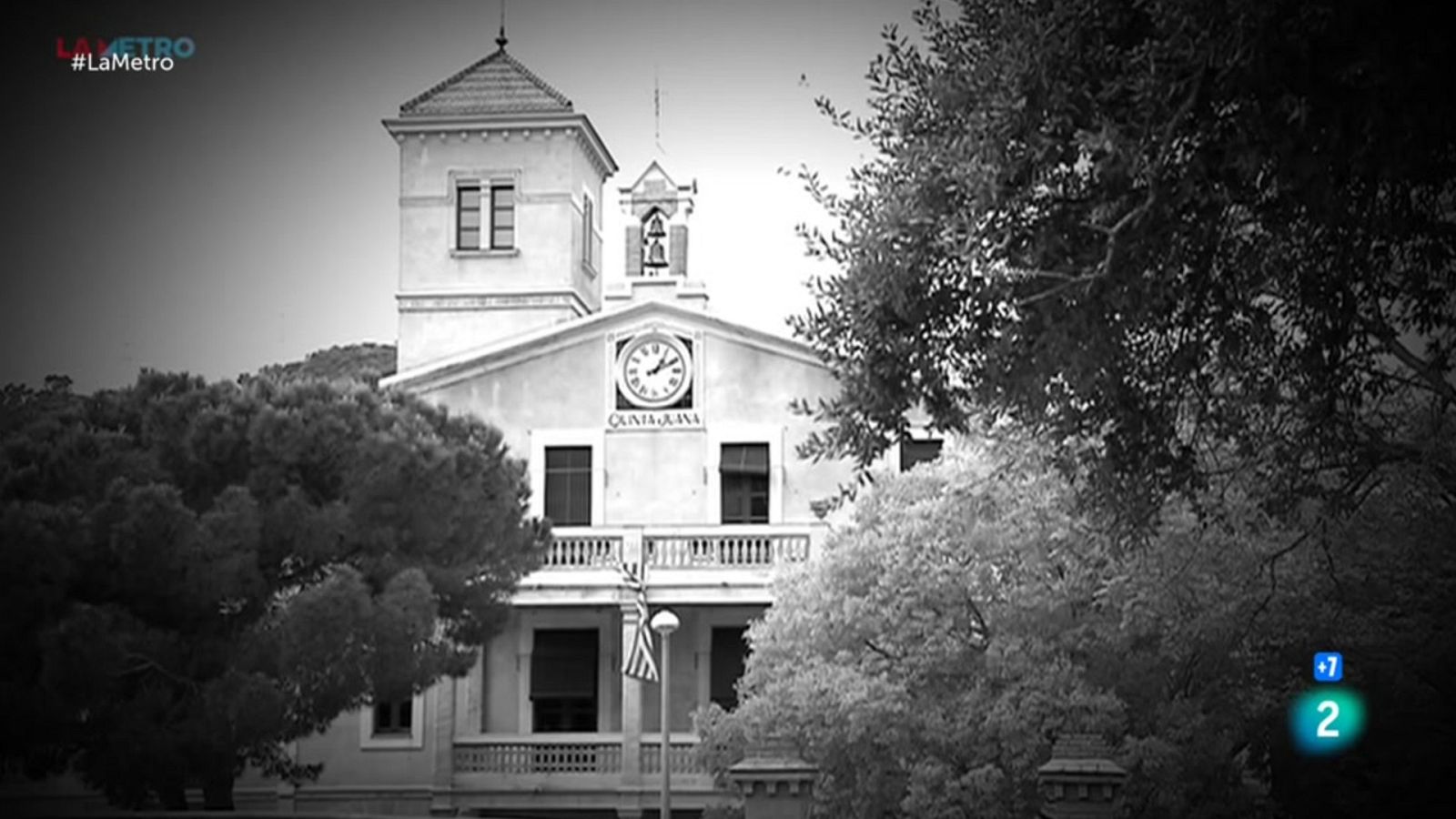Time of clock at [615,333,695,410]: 1:10
